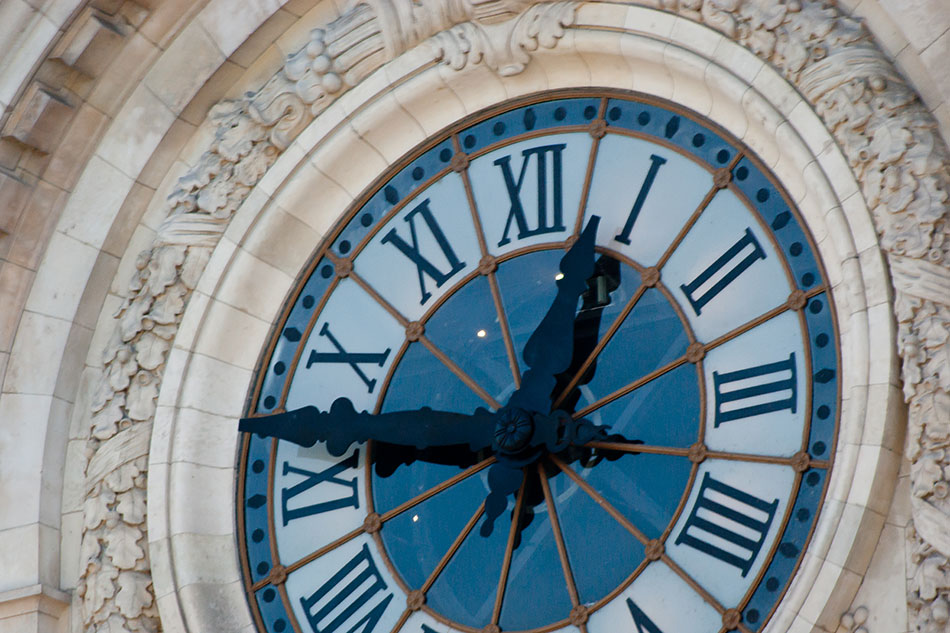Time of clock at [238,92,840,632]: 12:46
